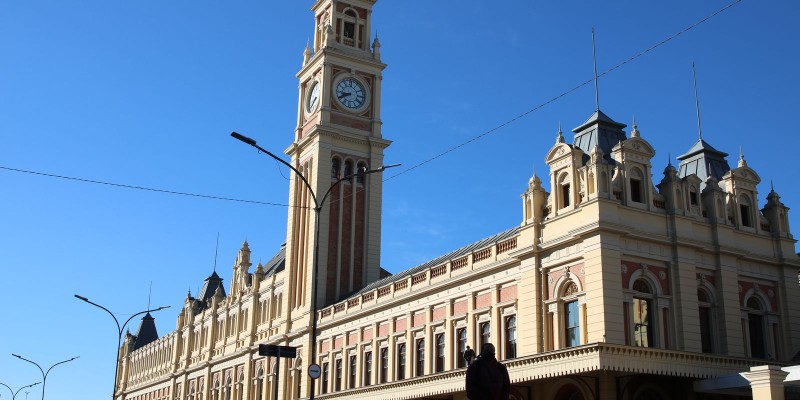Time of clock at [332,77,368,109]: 8:40
